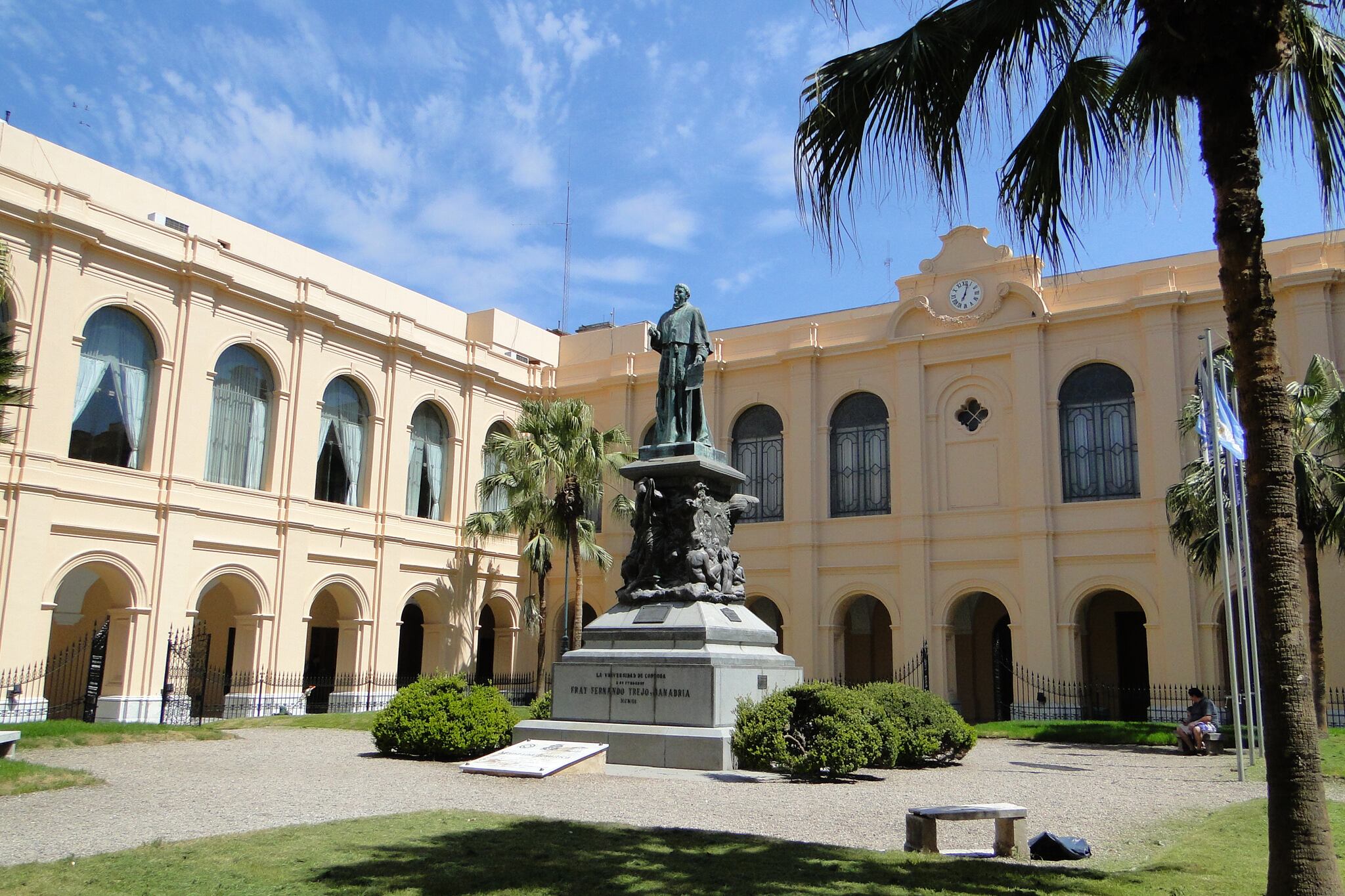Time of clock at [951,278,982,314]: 7:02
